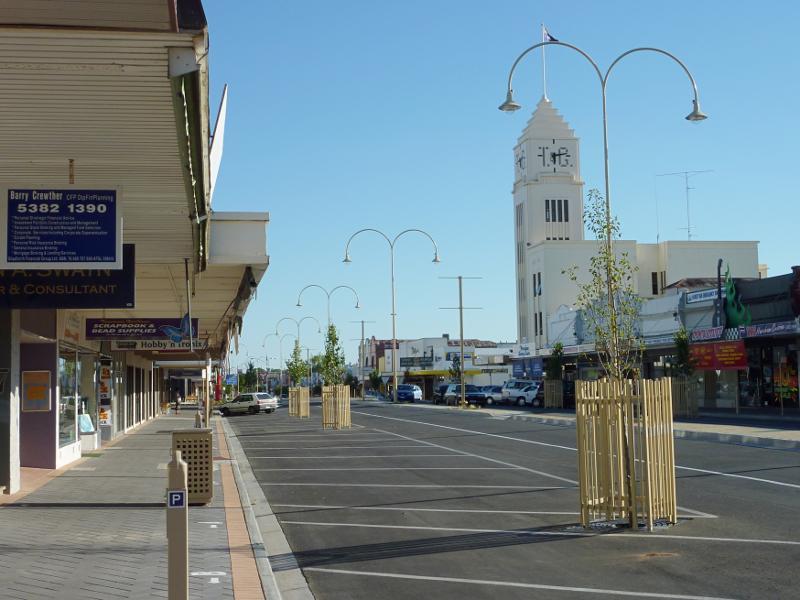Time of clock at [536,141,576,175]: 6:12
